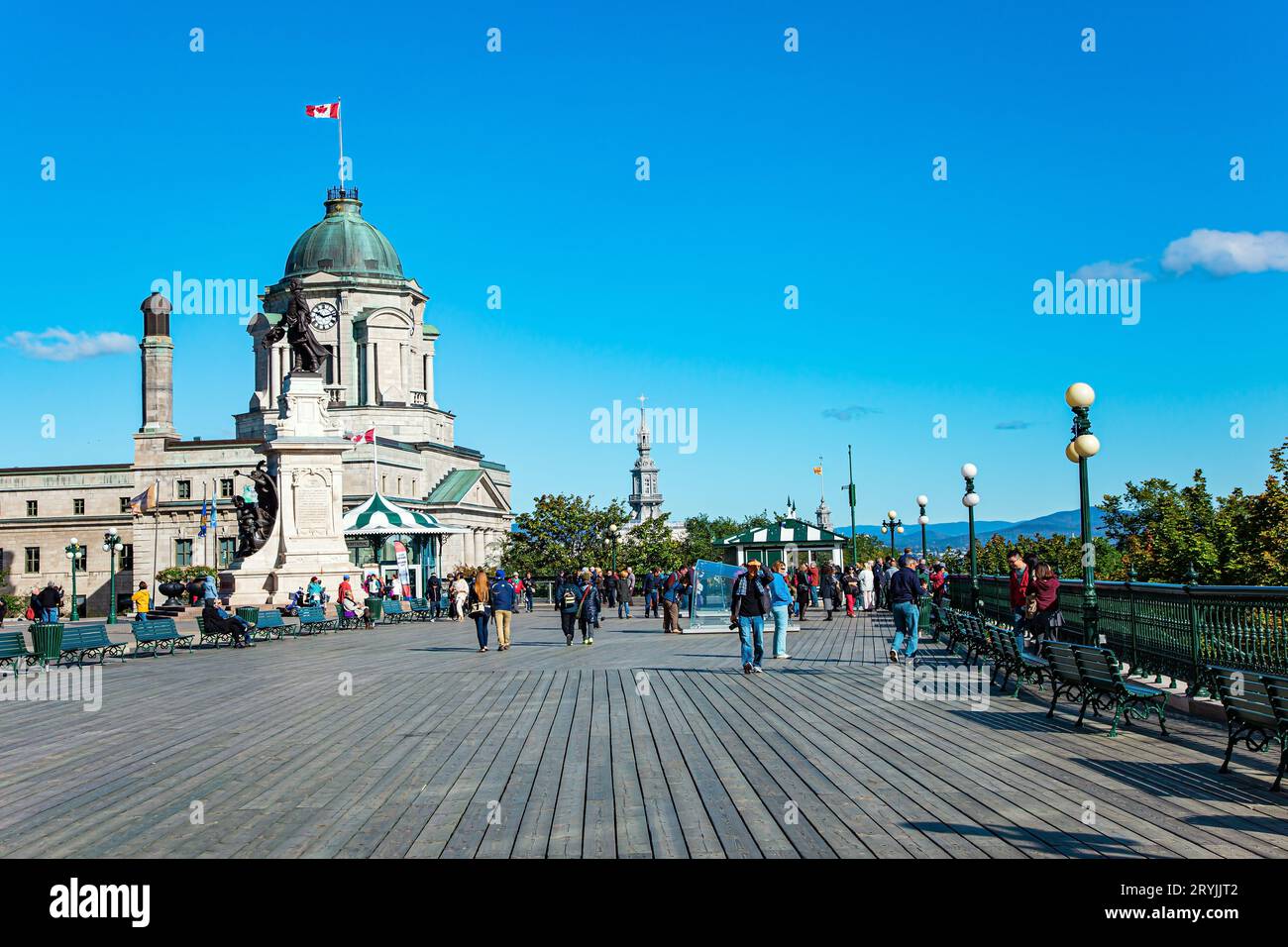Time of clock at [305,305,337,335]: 10:12
